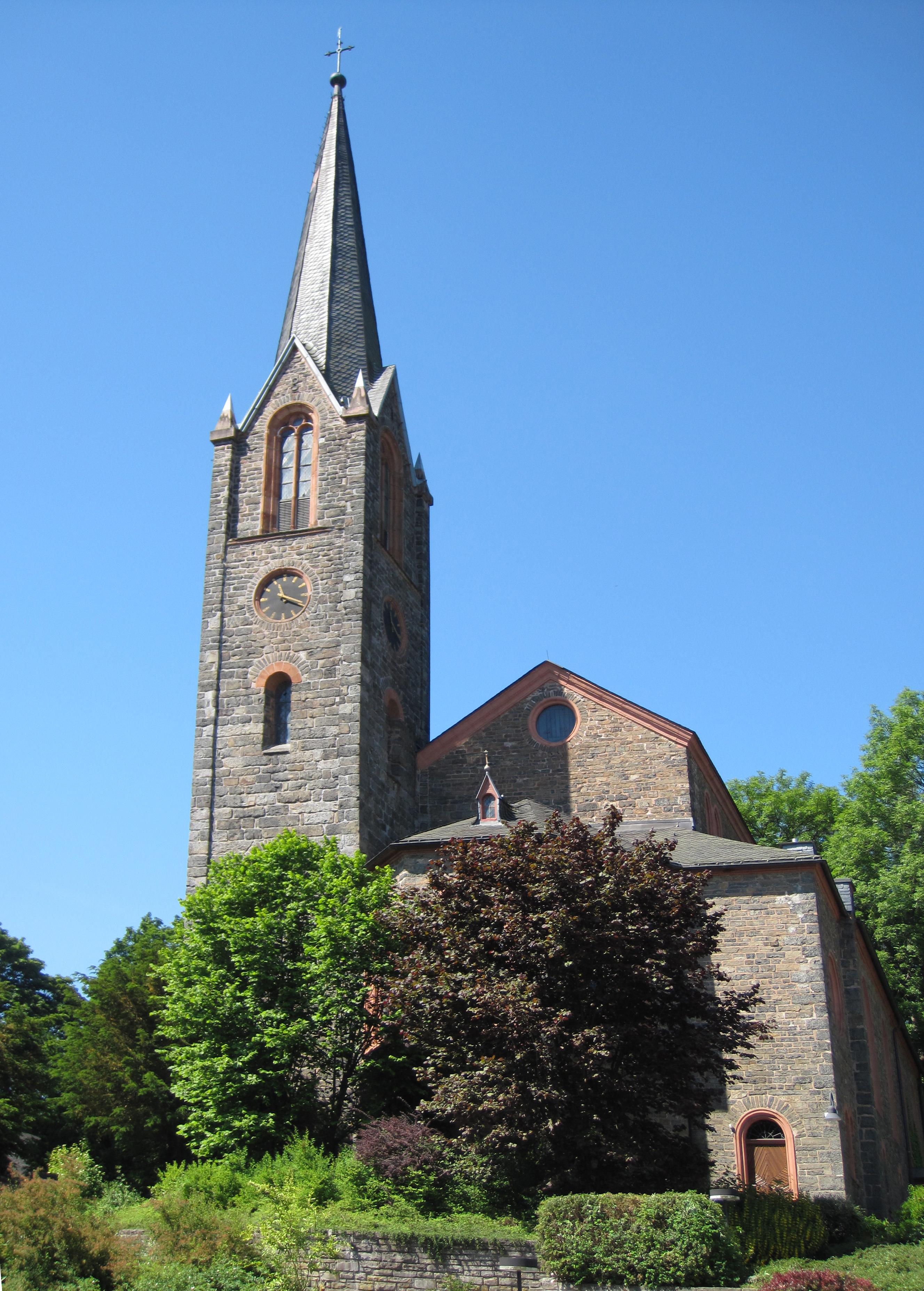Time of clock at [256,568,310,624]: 11:19
